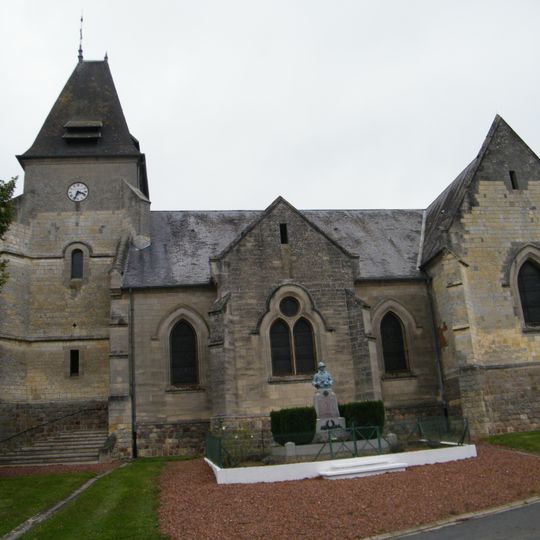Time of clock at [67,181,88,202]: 3:34
